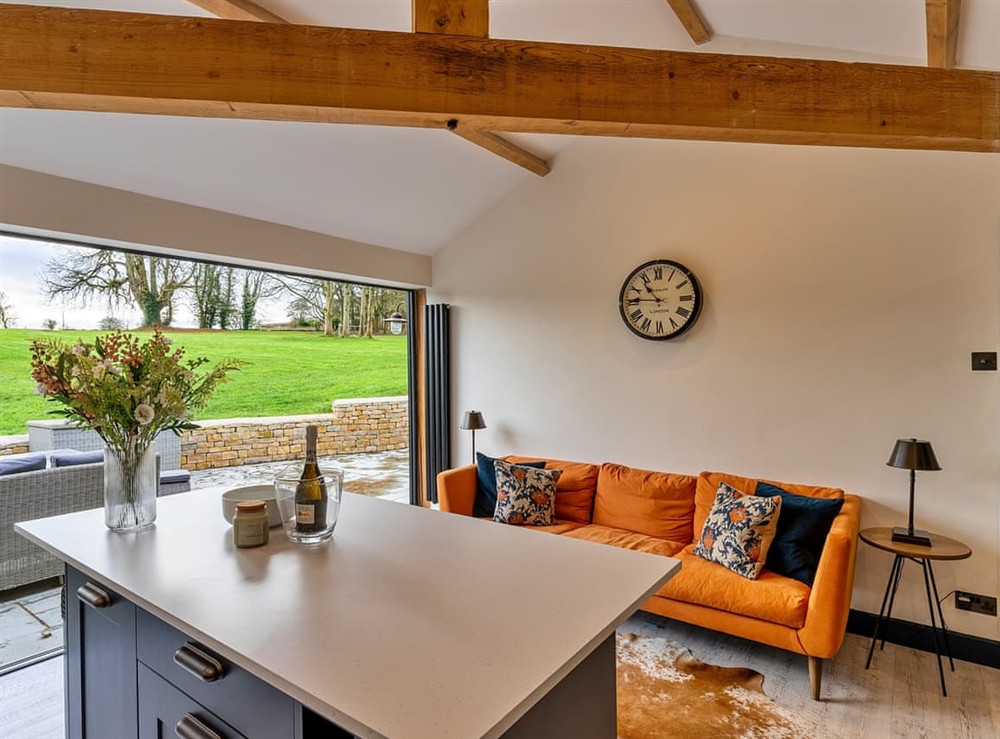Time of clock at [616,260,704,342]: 10:45
